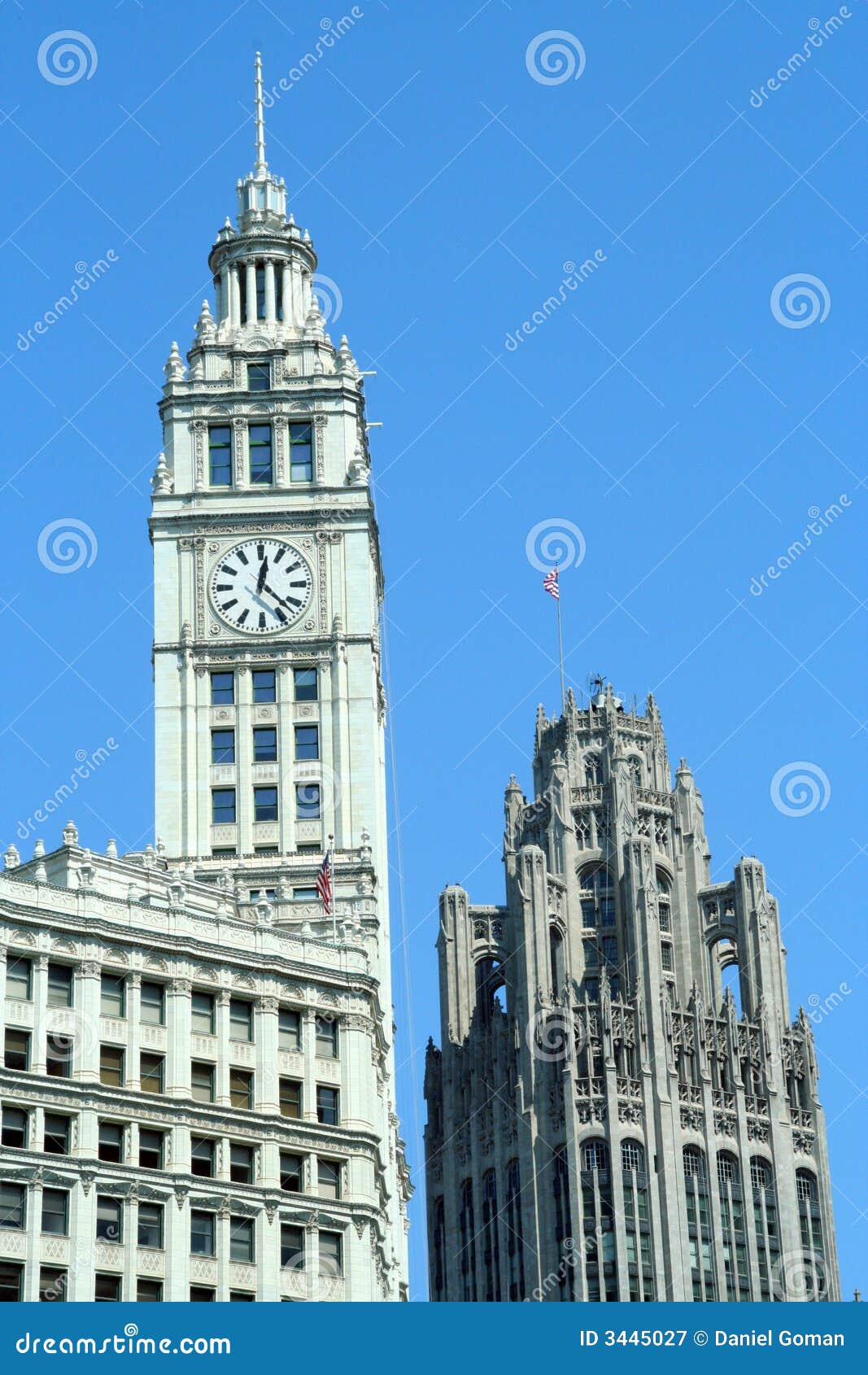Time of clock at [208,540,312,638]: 12:22
